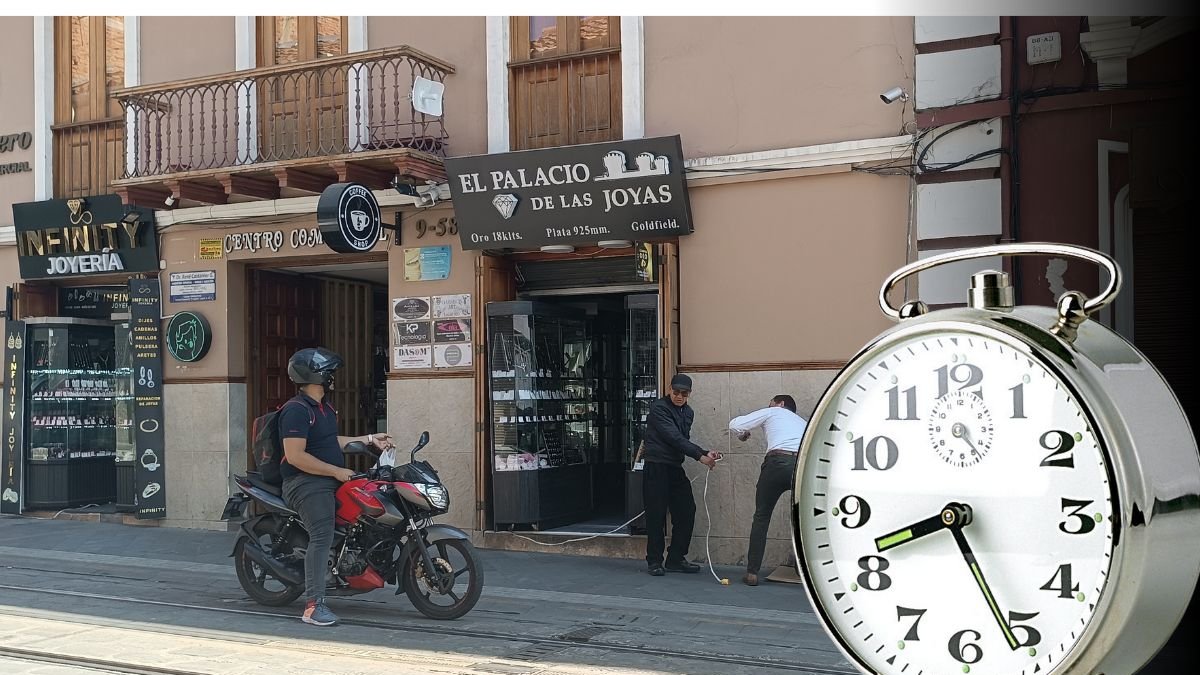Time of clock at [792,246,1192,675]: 8:25
